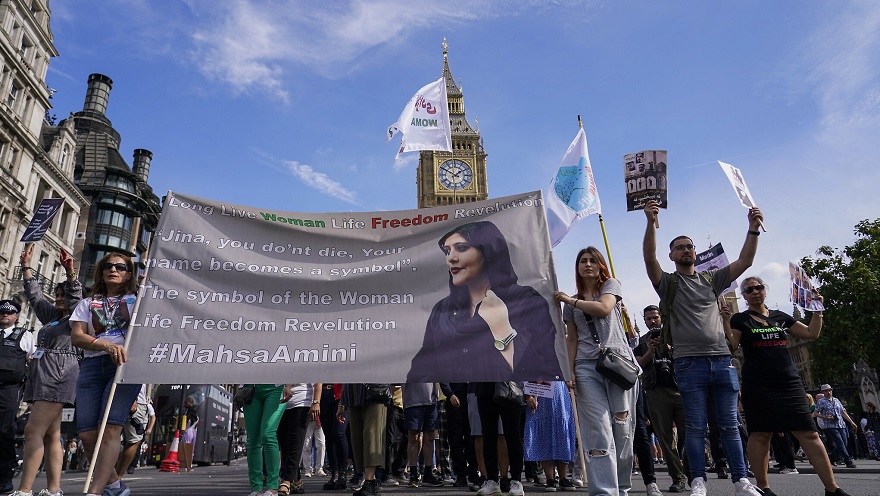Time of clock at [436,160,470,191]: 1:50
